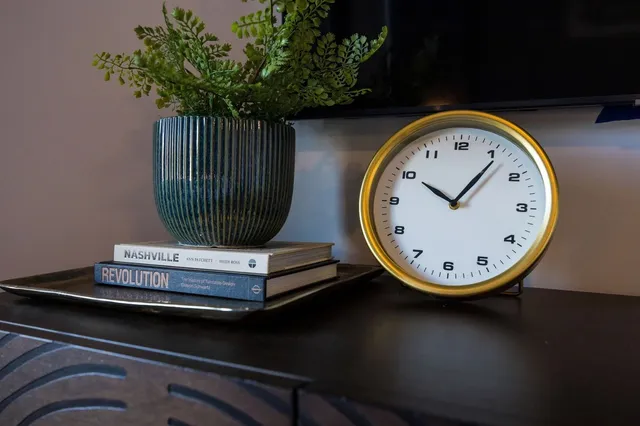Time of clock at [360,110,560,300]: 10:06
